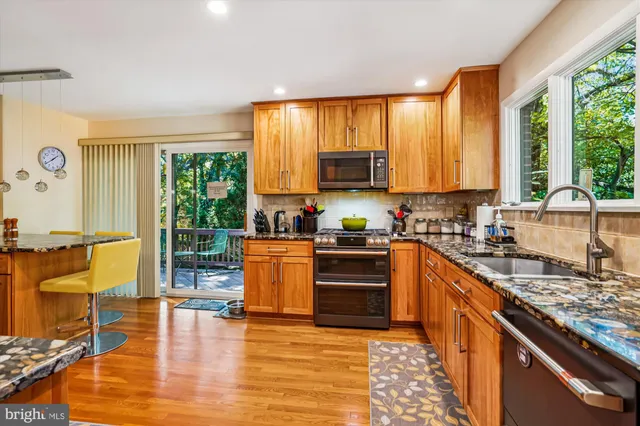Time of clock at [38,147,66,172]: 1:39
